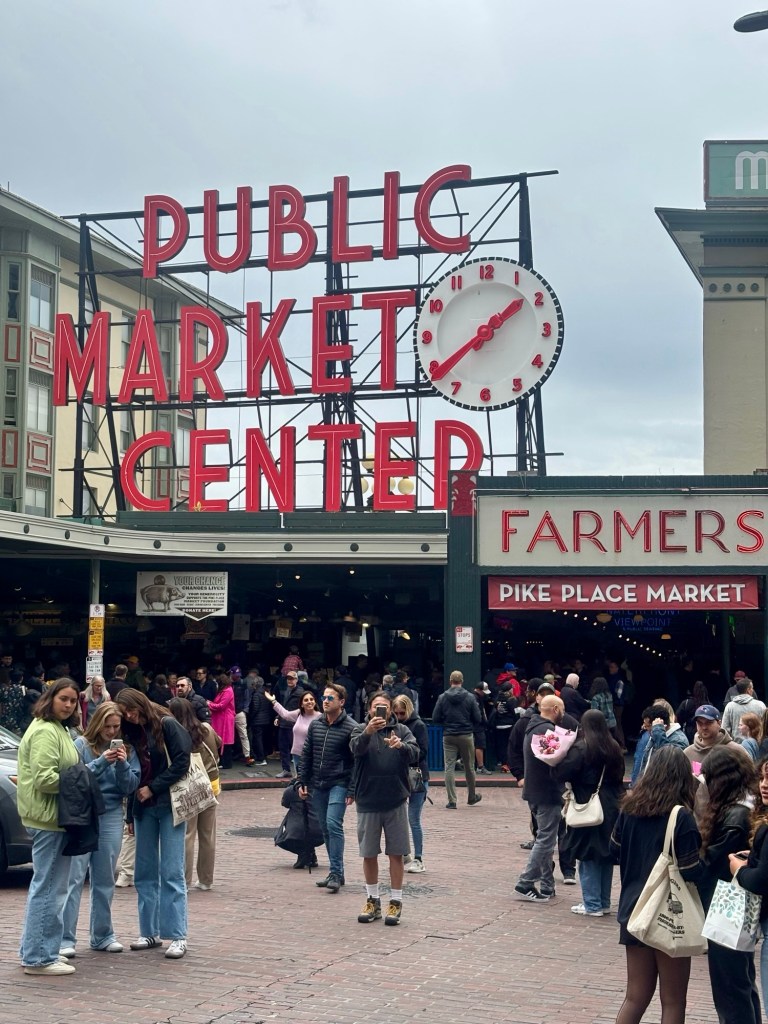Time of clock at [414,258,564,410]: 1:39
